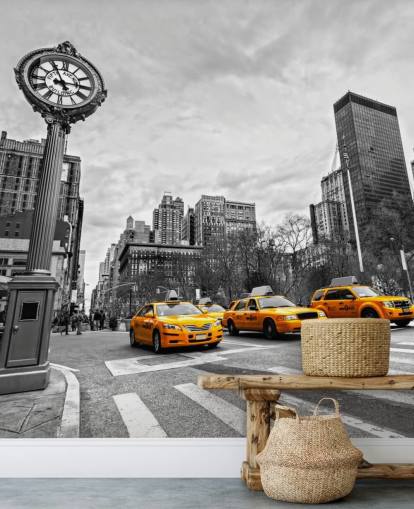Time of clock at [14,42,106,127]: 2:55
